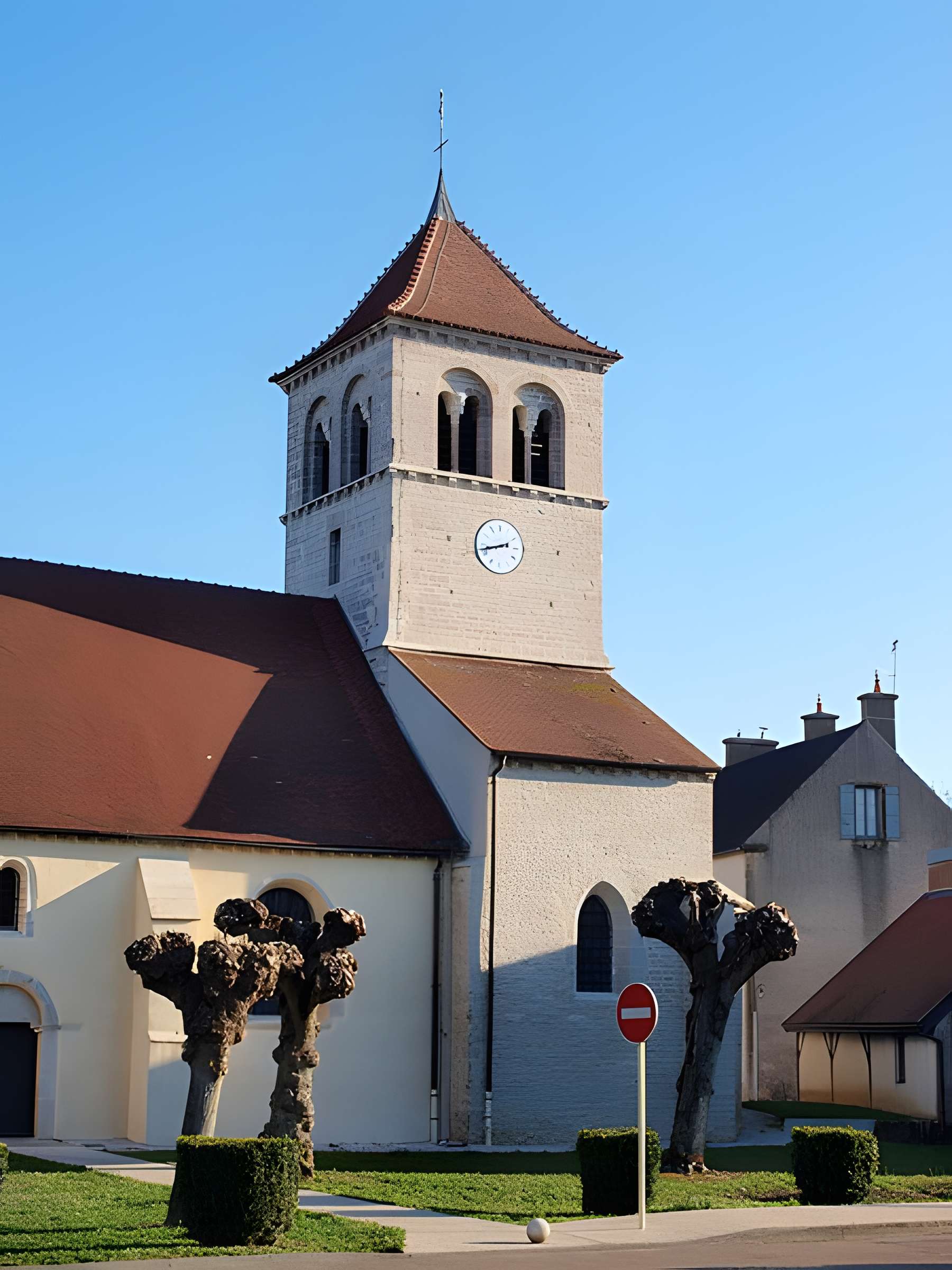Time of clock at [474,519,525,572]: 8:42
